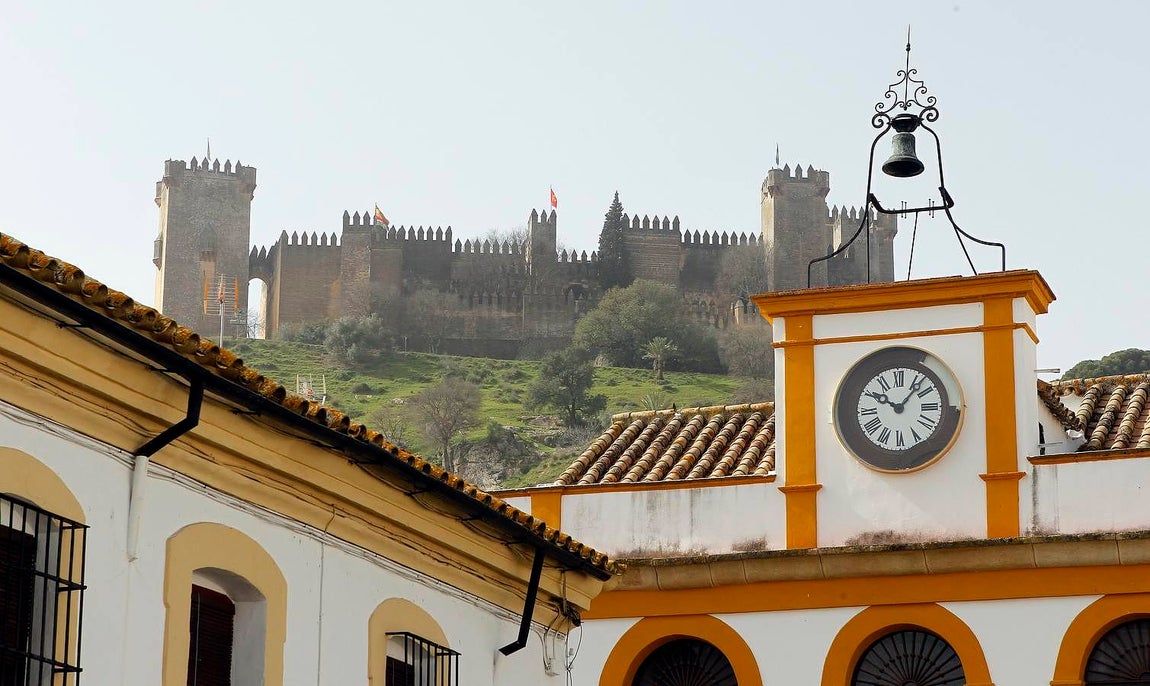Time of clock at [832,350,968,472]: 10:06
